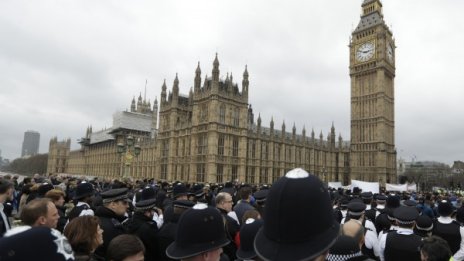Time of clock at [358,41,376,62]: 2:48
